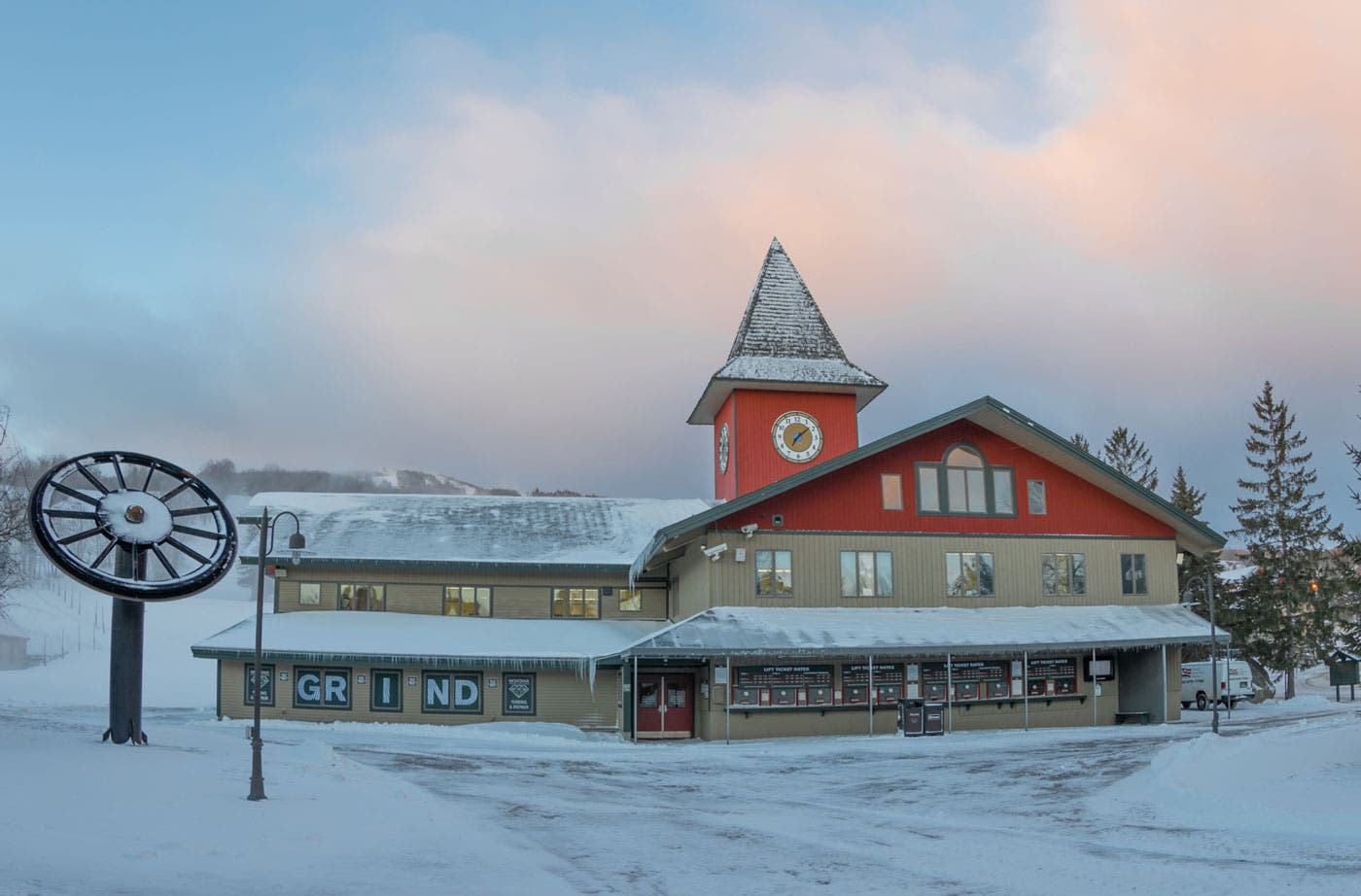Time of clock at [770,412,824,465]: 7:08
